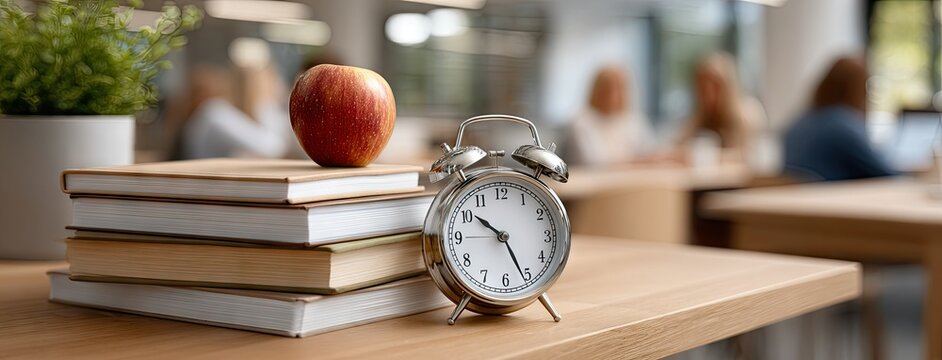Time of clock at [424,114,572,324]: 10:25
